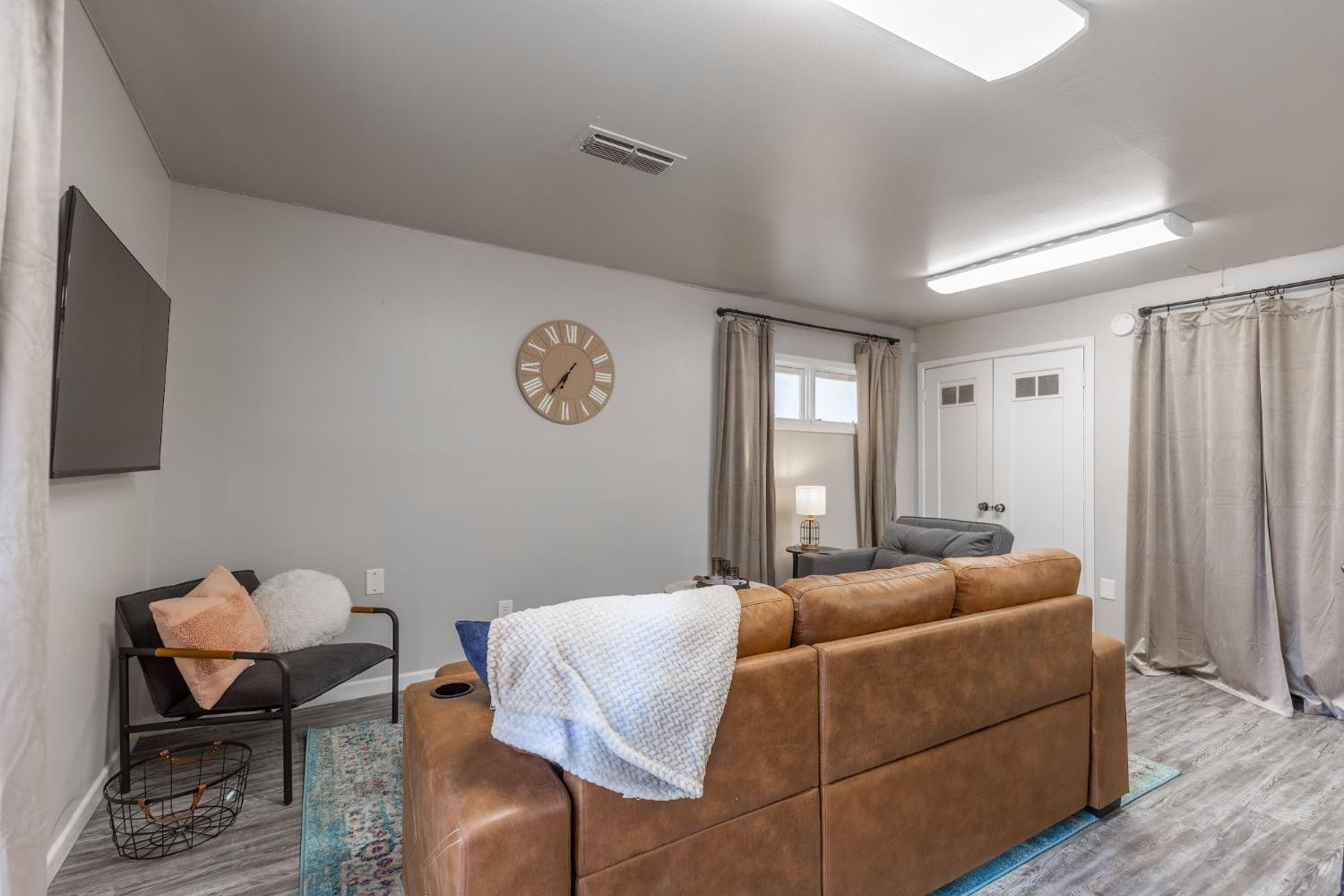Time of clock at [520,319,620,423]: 6:36
